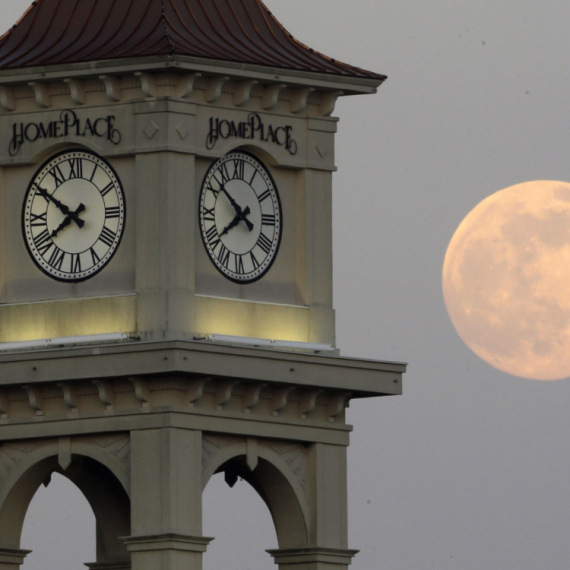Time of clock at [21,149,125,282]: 7:50
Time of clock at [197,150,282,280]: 7:52
